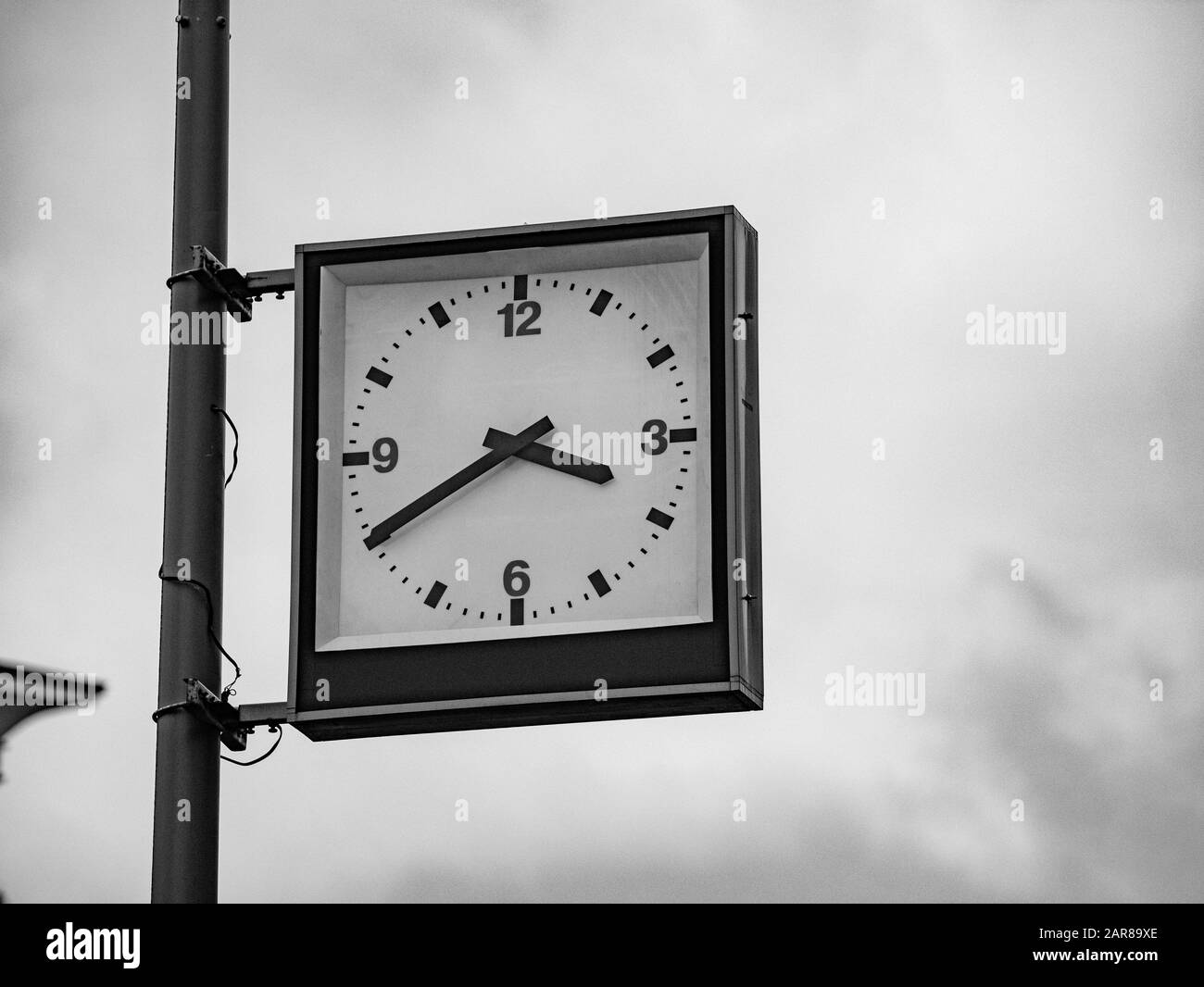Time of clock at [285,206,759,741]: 3:40
